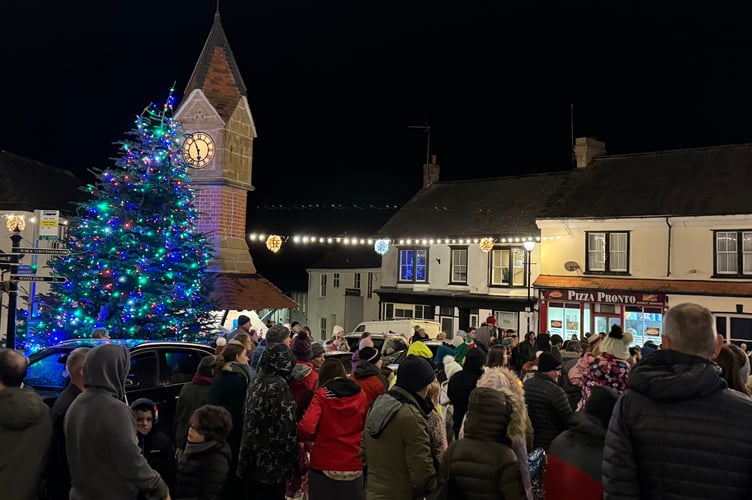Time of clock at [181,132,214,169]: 5:55
